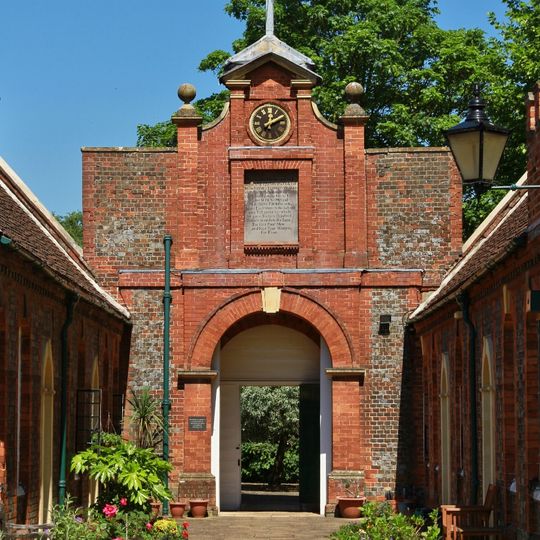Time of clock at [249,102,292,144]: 12:09
